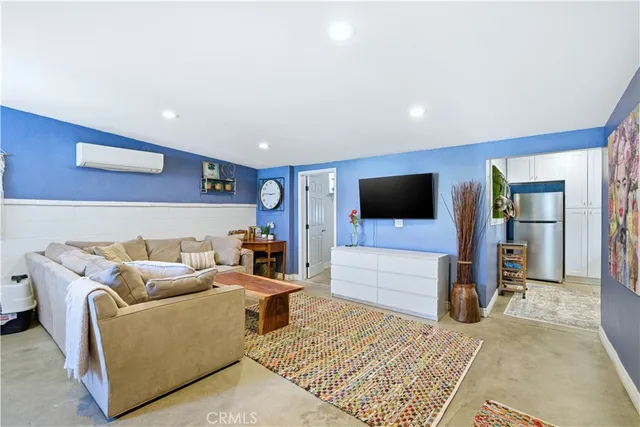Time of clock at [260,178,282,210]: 2:46
